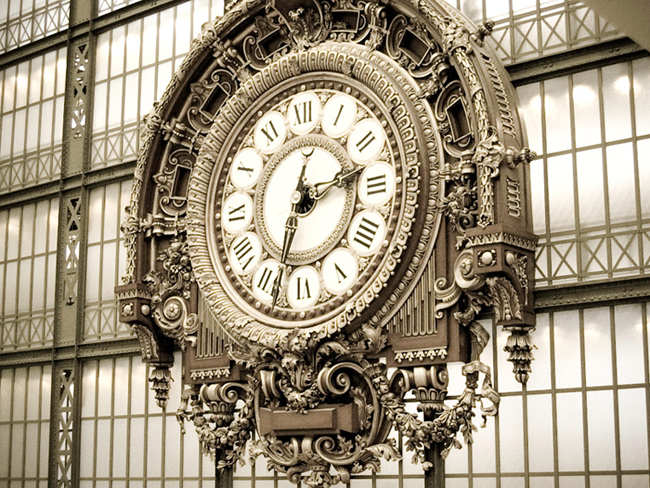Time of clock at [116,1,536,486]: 2:32
